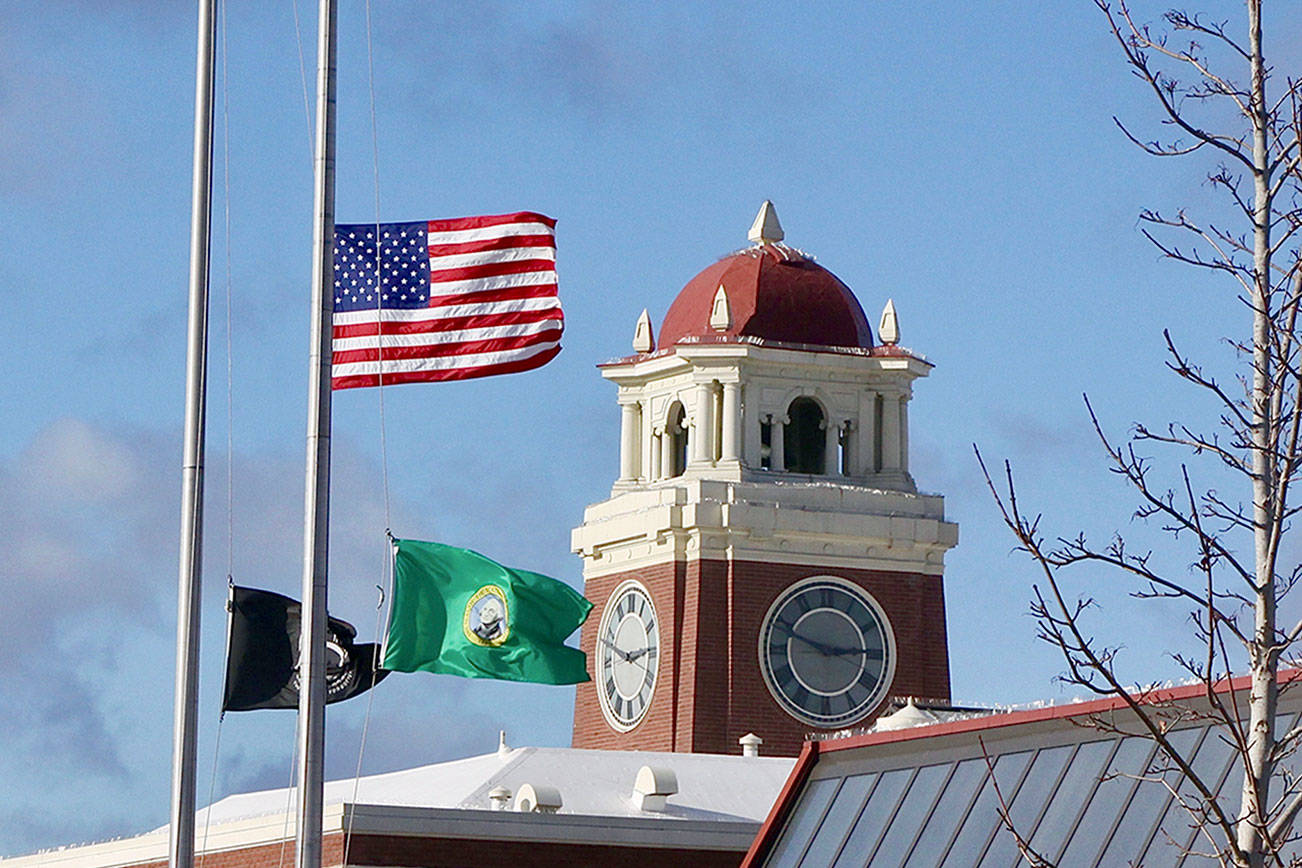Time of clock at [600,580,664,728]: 2:48
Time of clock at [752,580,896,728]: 2:48
